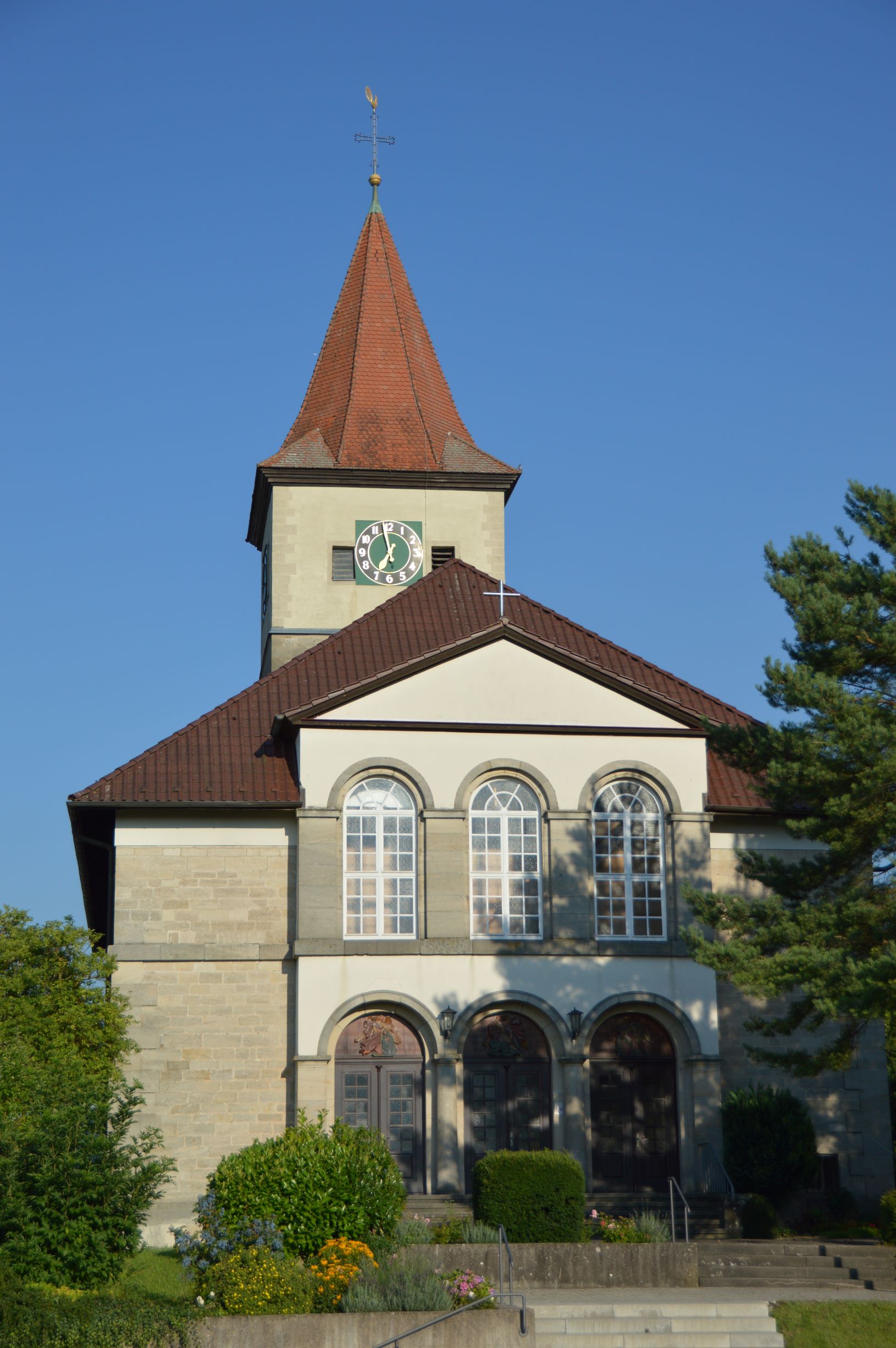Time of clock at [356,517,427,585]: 6:58
